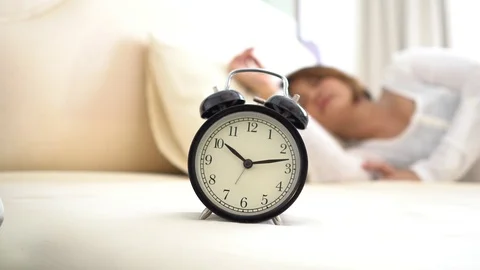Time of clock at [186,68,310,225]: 10:13
